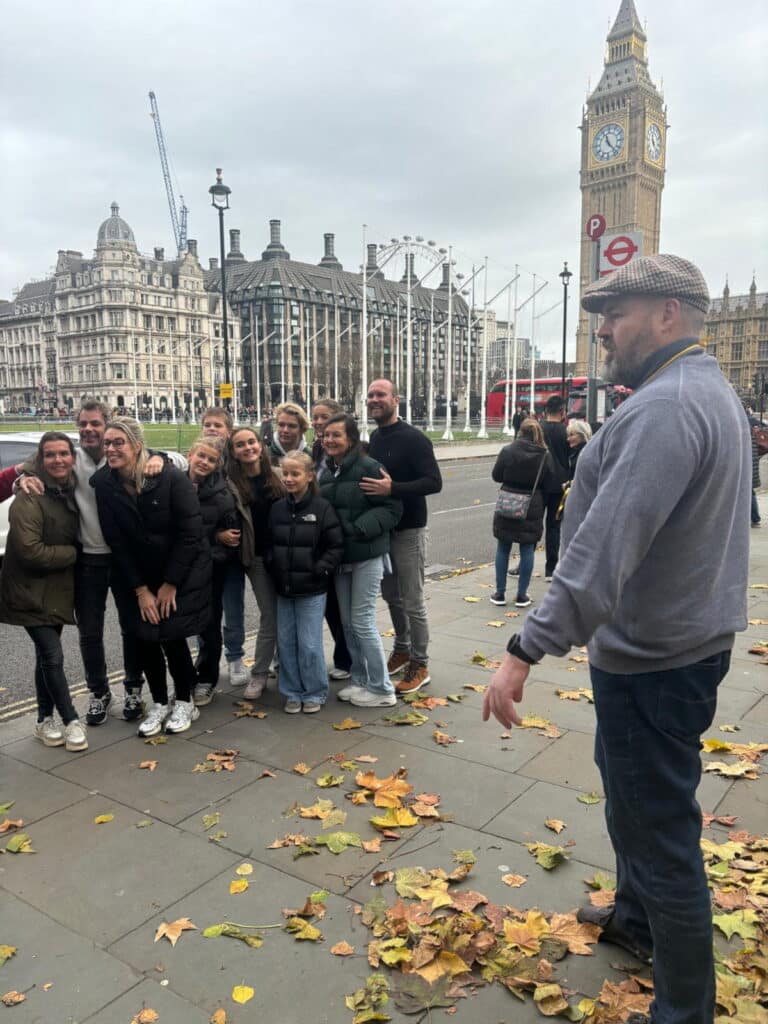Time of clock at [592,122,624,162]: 11:22
